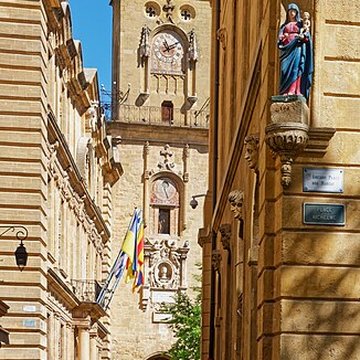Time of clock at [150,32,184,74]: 11:09
